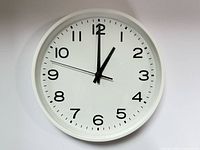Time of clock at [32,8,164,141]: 1:00
